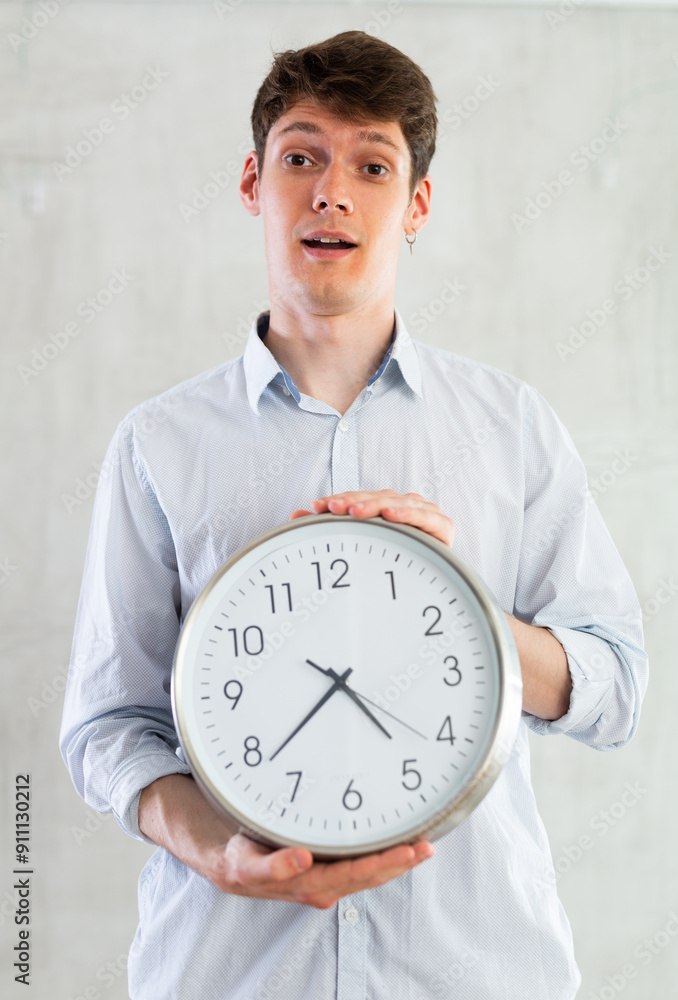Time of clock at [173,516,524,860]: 4:38
